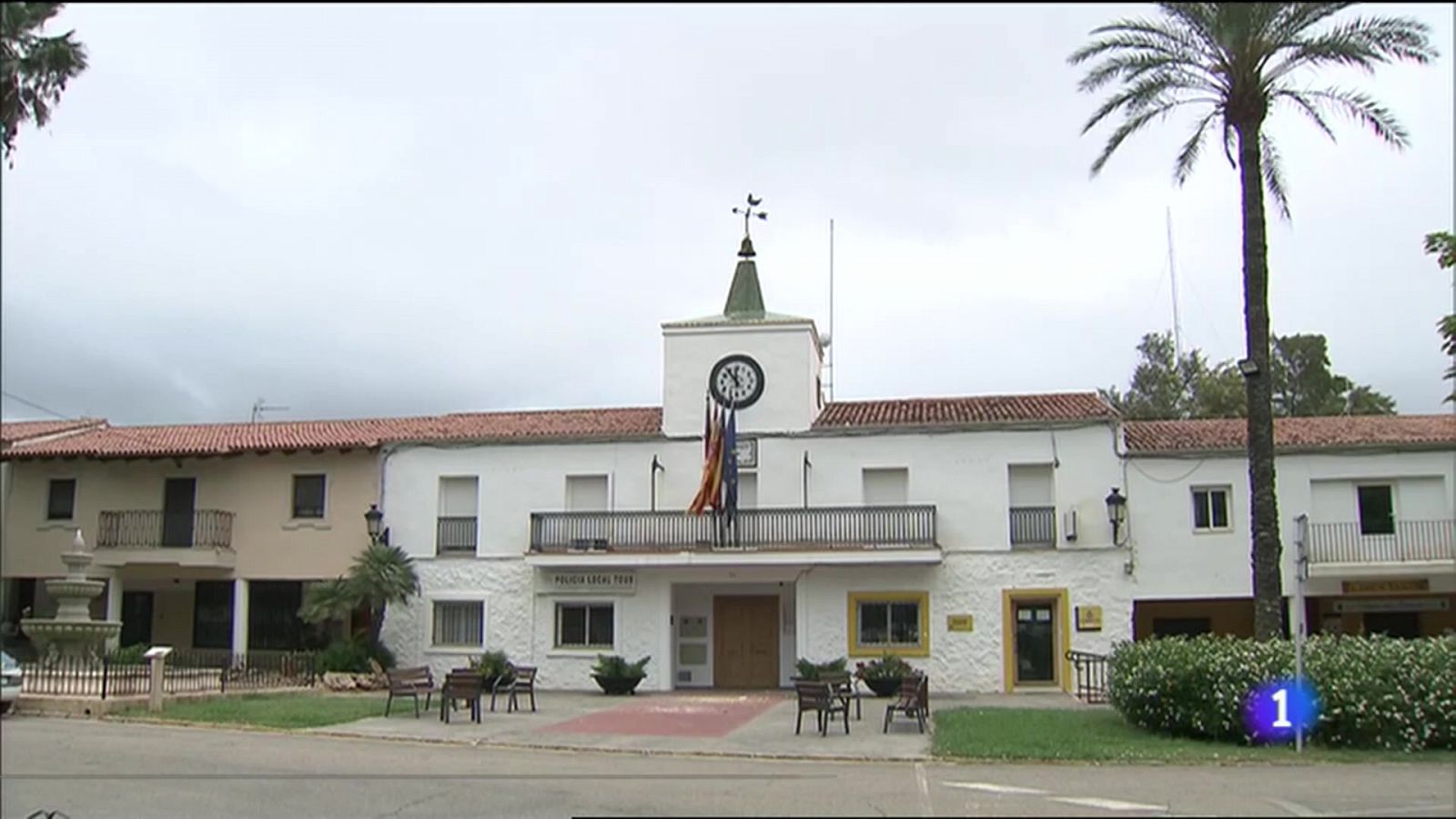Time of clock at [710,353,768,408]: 11:53
